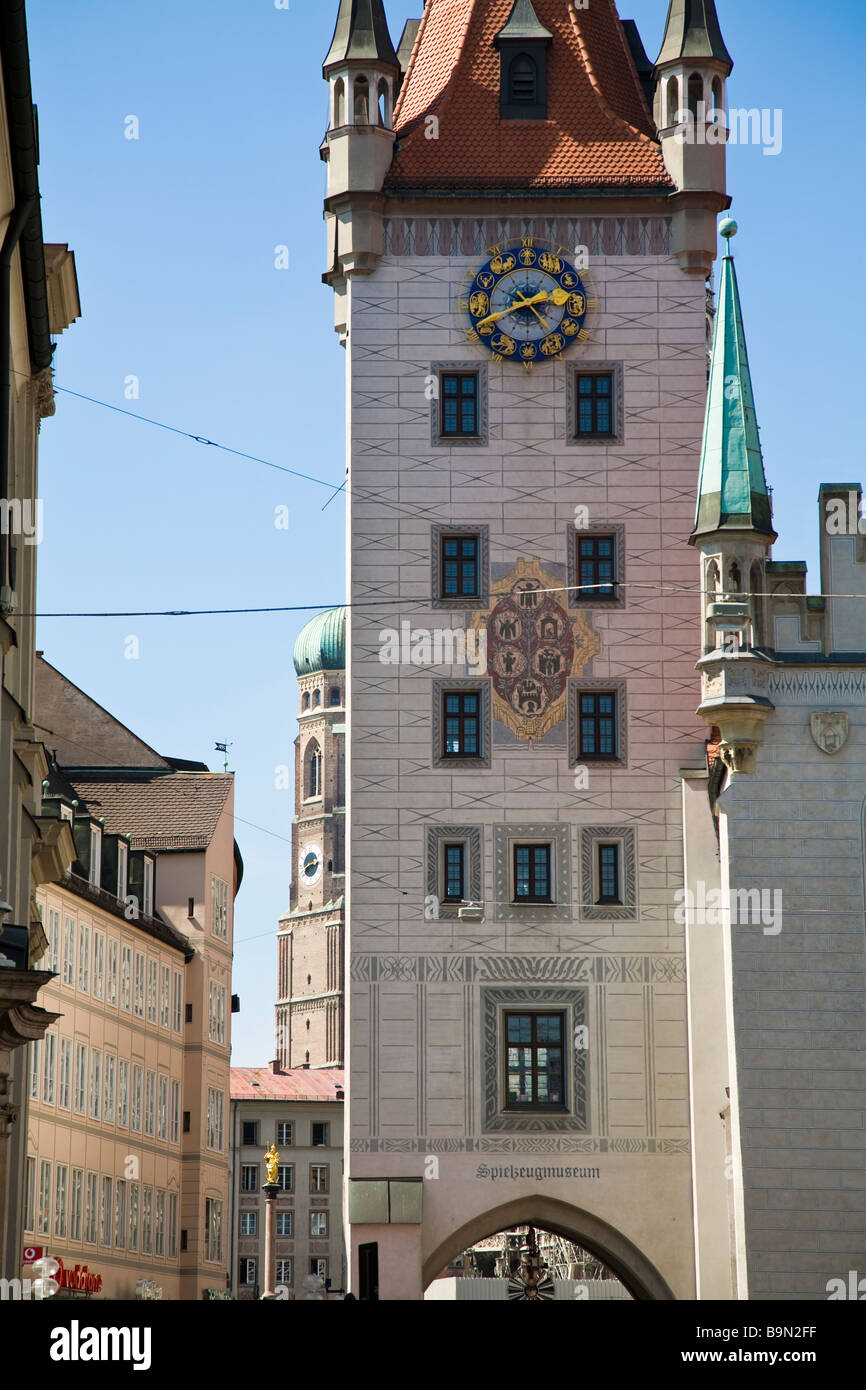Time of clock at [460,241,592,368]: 4:41
